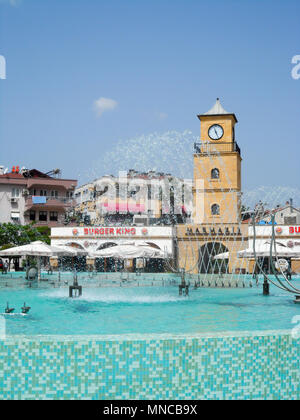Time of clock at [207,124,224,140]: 11:25
